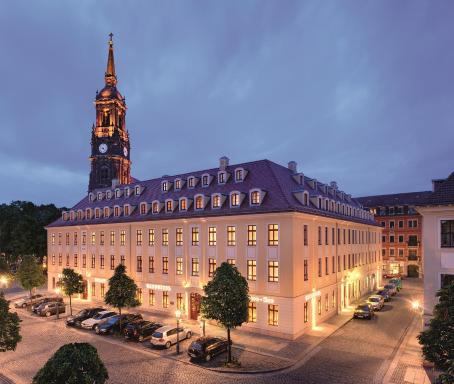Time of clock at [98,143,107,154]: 9:22
